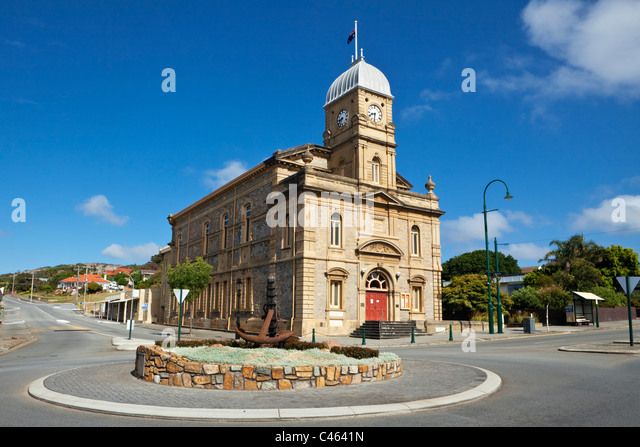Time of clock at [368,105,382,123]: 8:32
